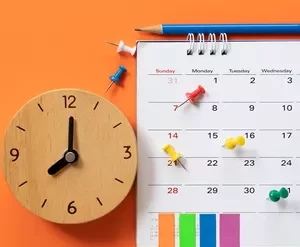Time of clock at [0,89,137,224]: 8:00
